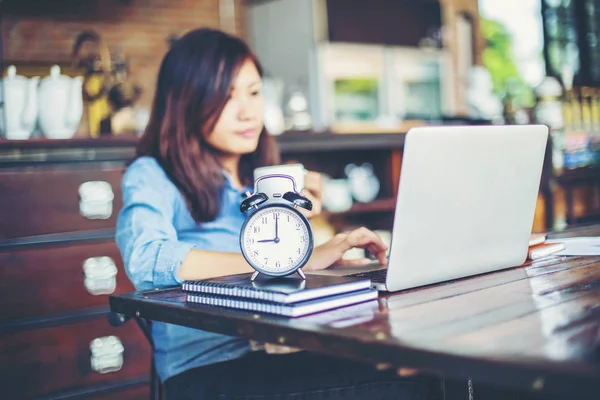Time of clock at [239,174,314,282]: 9:00
